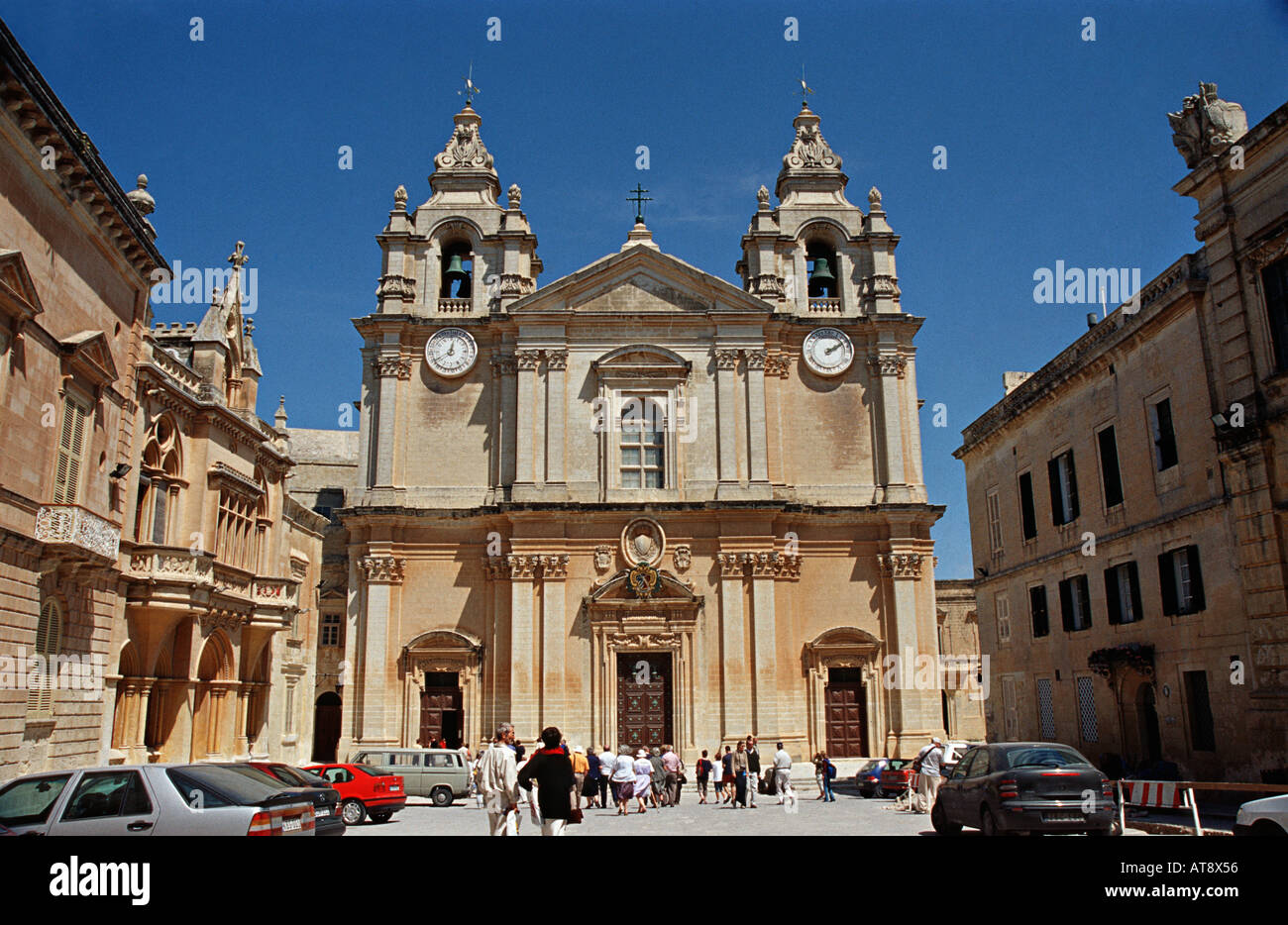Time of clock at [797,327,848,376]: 2:09
